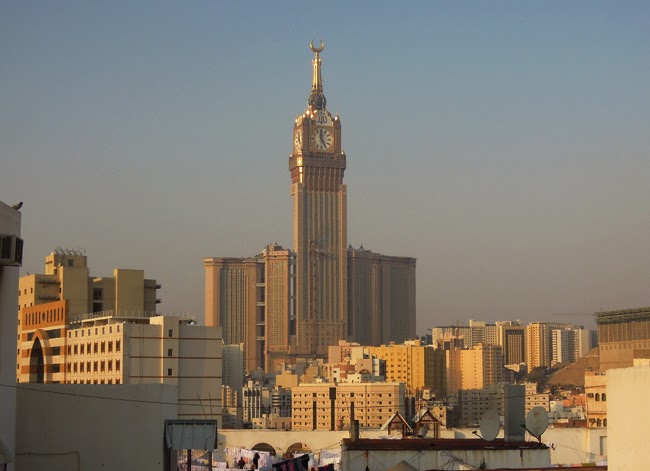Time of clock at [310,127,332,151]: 4:59
